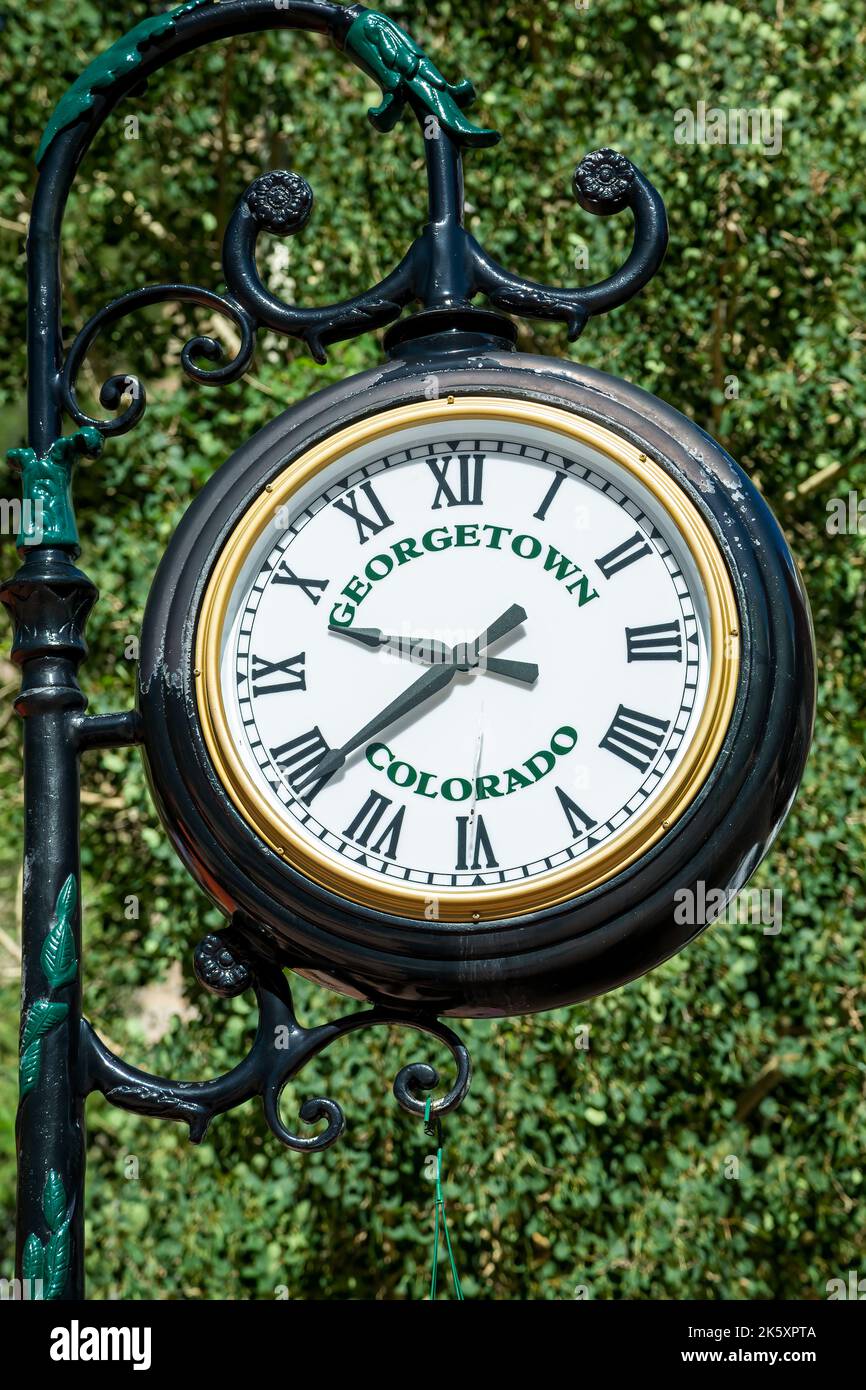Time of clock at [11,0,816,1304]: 9:38
